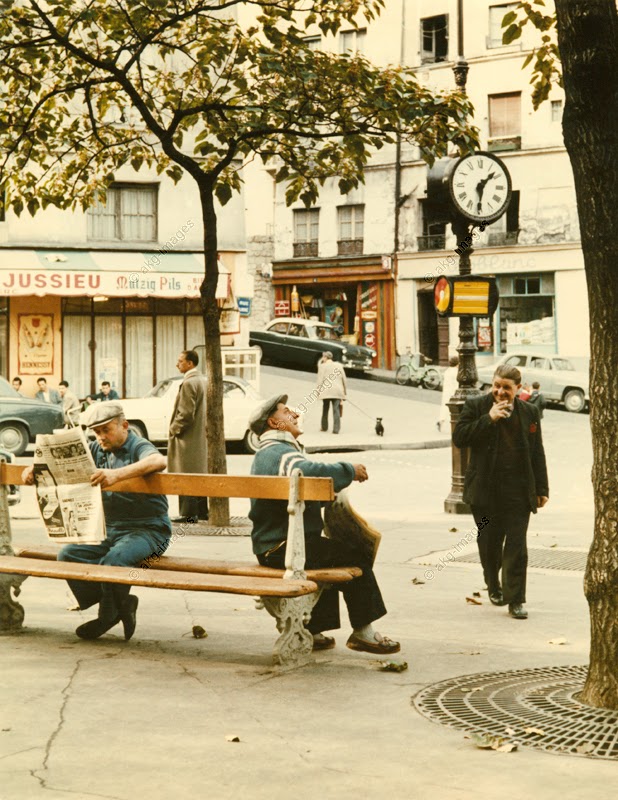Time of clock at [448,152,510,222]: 1:30
